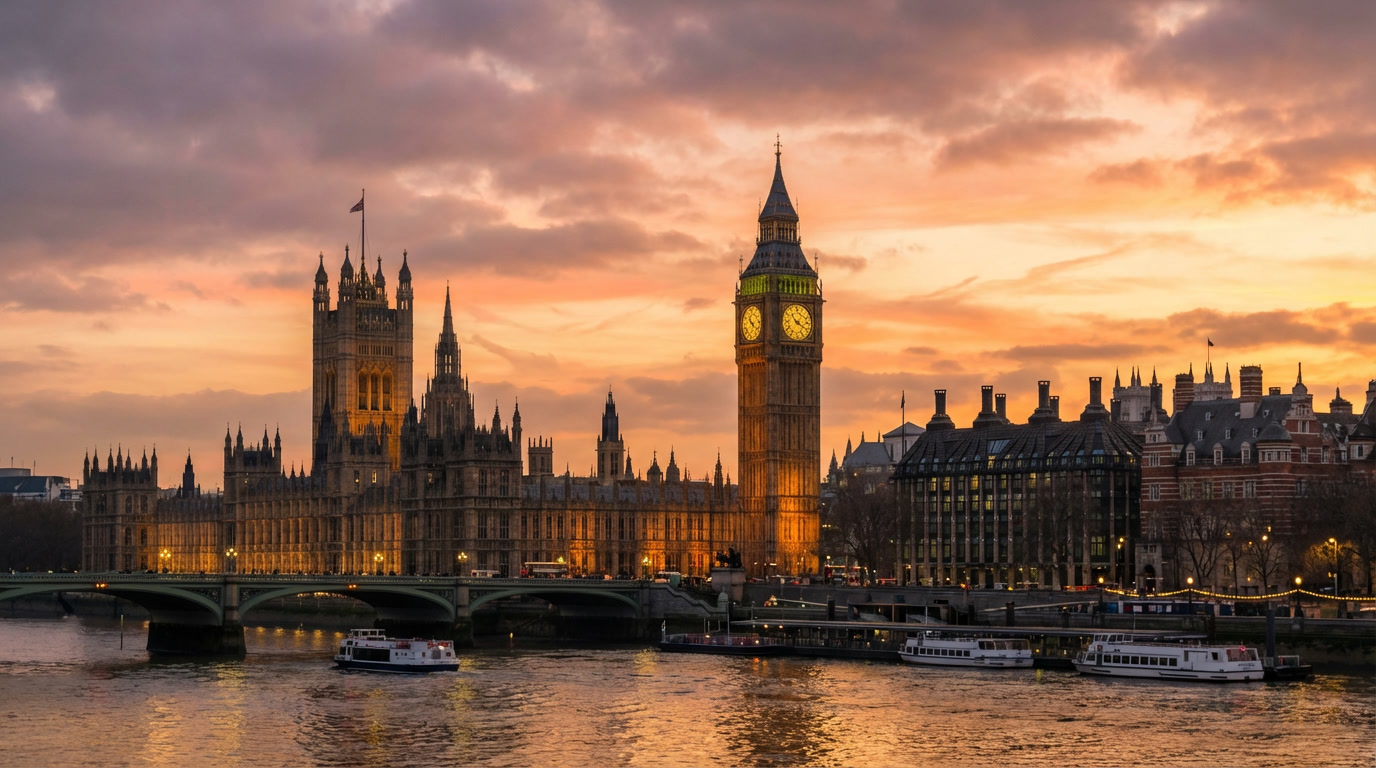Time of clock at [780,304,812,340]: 3:52
